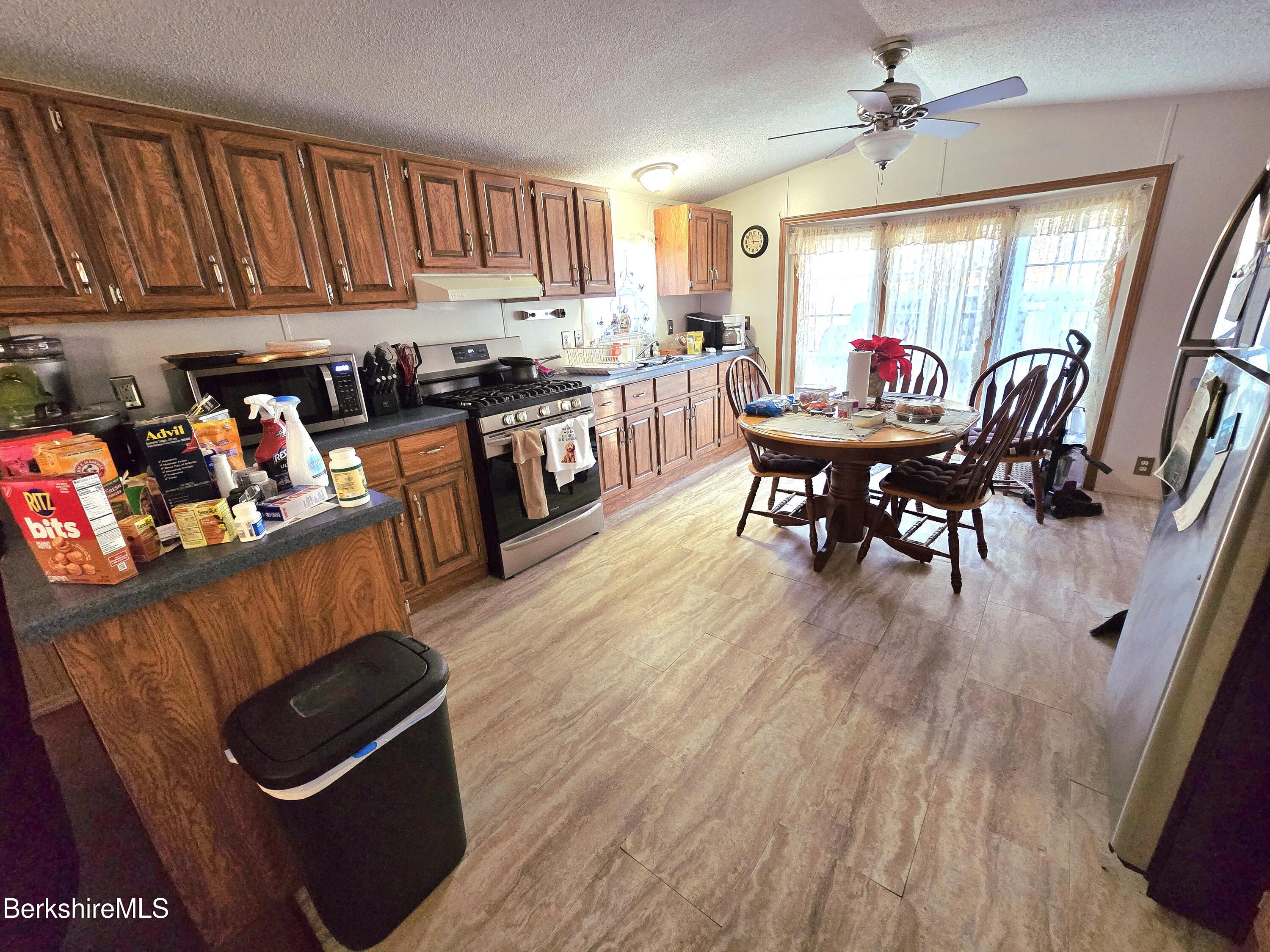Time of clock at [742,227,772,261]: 2:56
